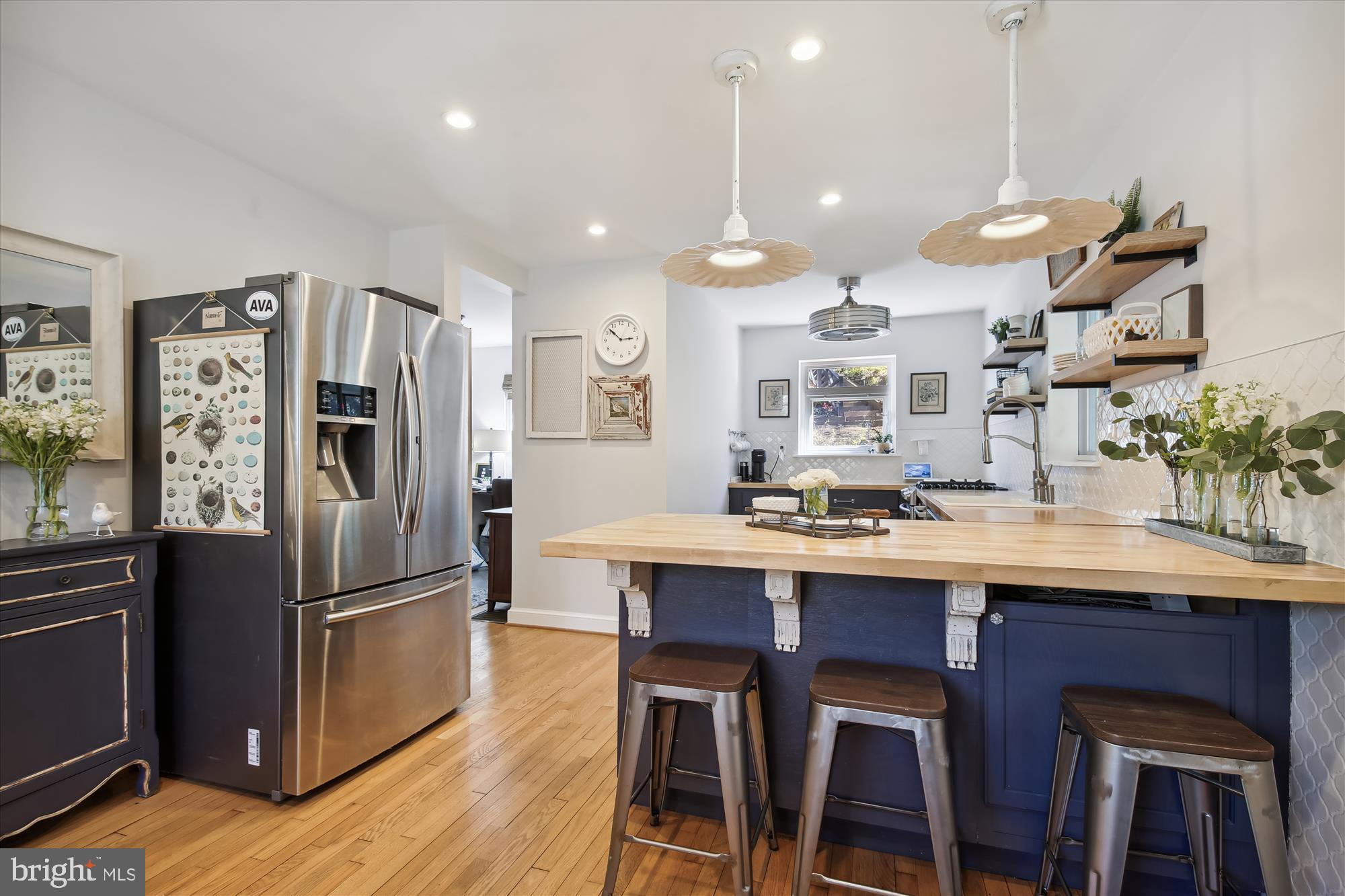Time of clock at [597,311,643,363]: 2:52
